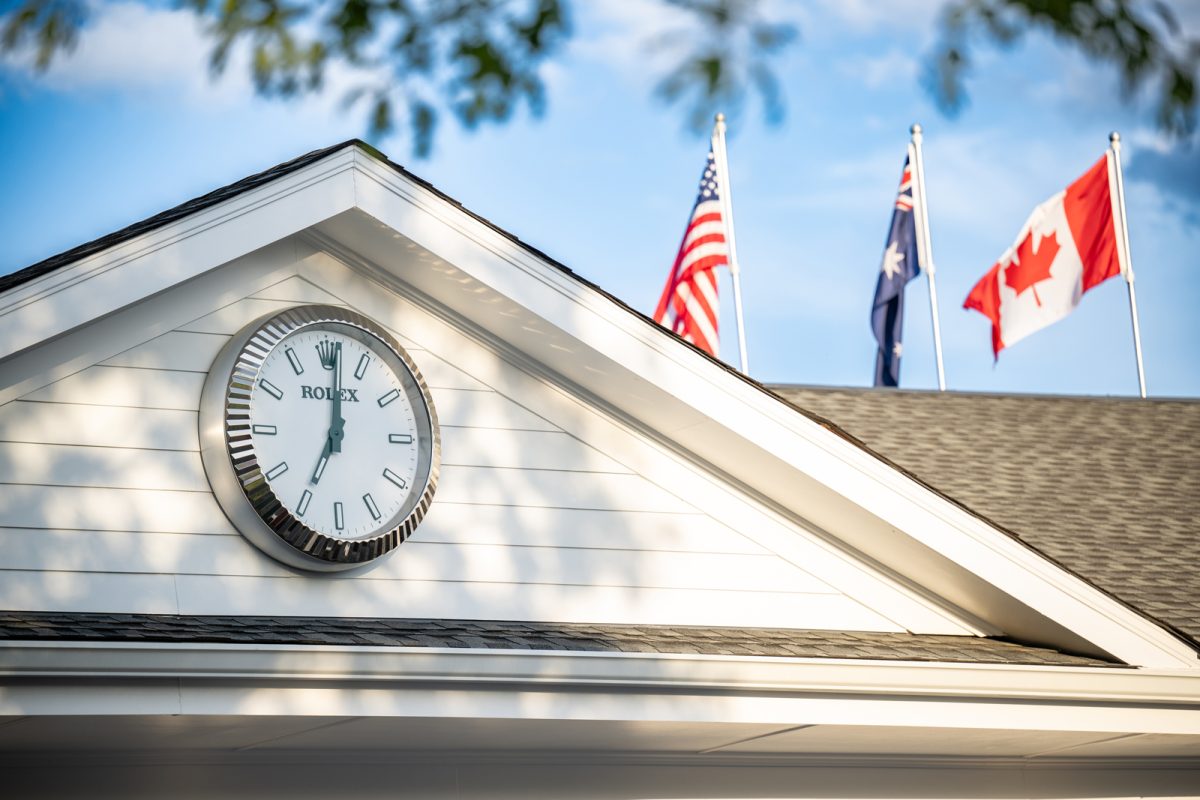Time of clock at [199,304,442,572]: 7:01
